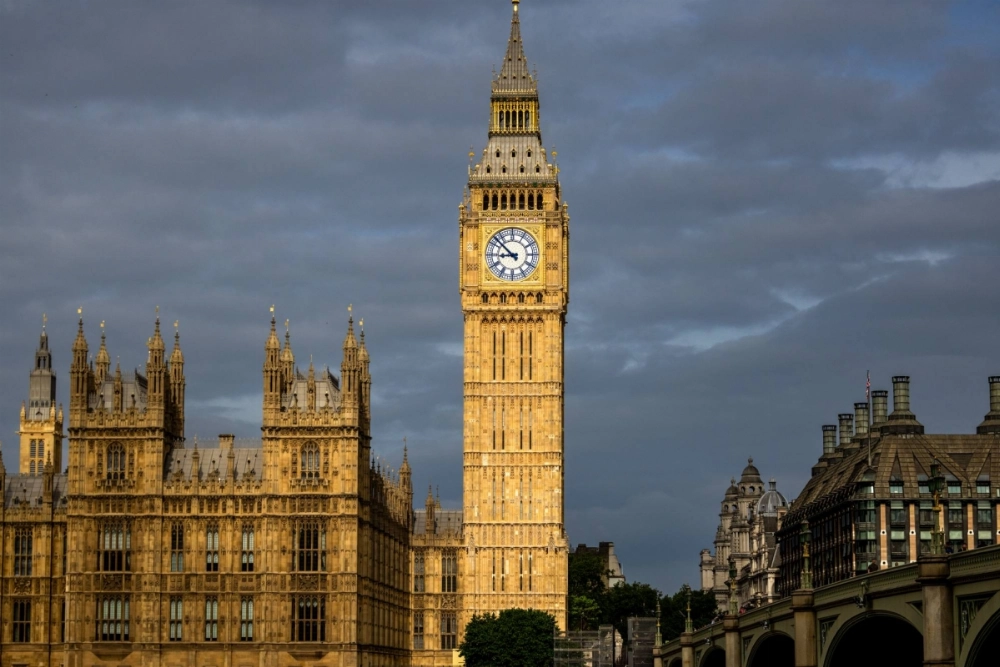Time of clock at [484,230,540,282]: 8:52
